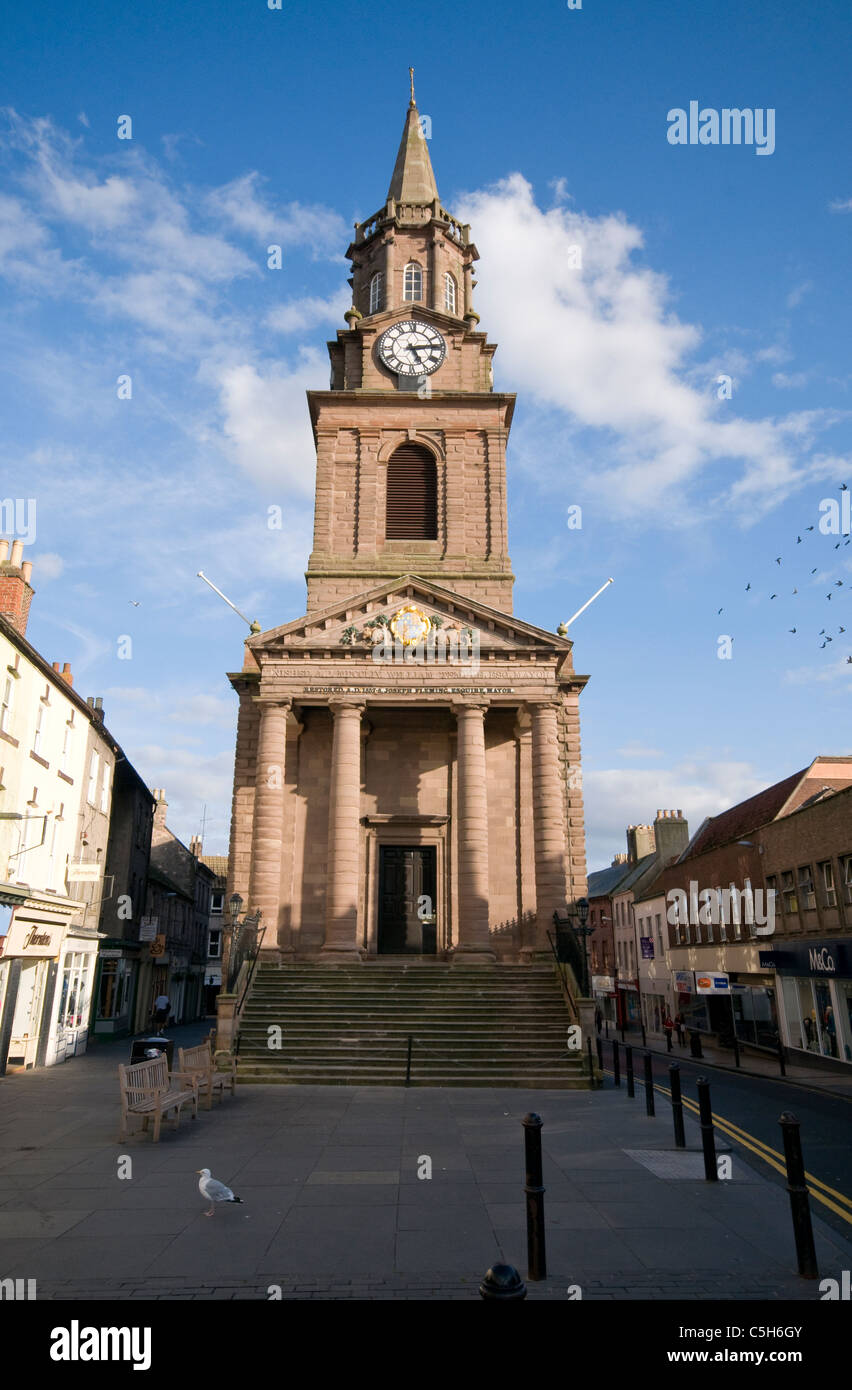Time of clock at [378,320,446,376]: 5:13
